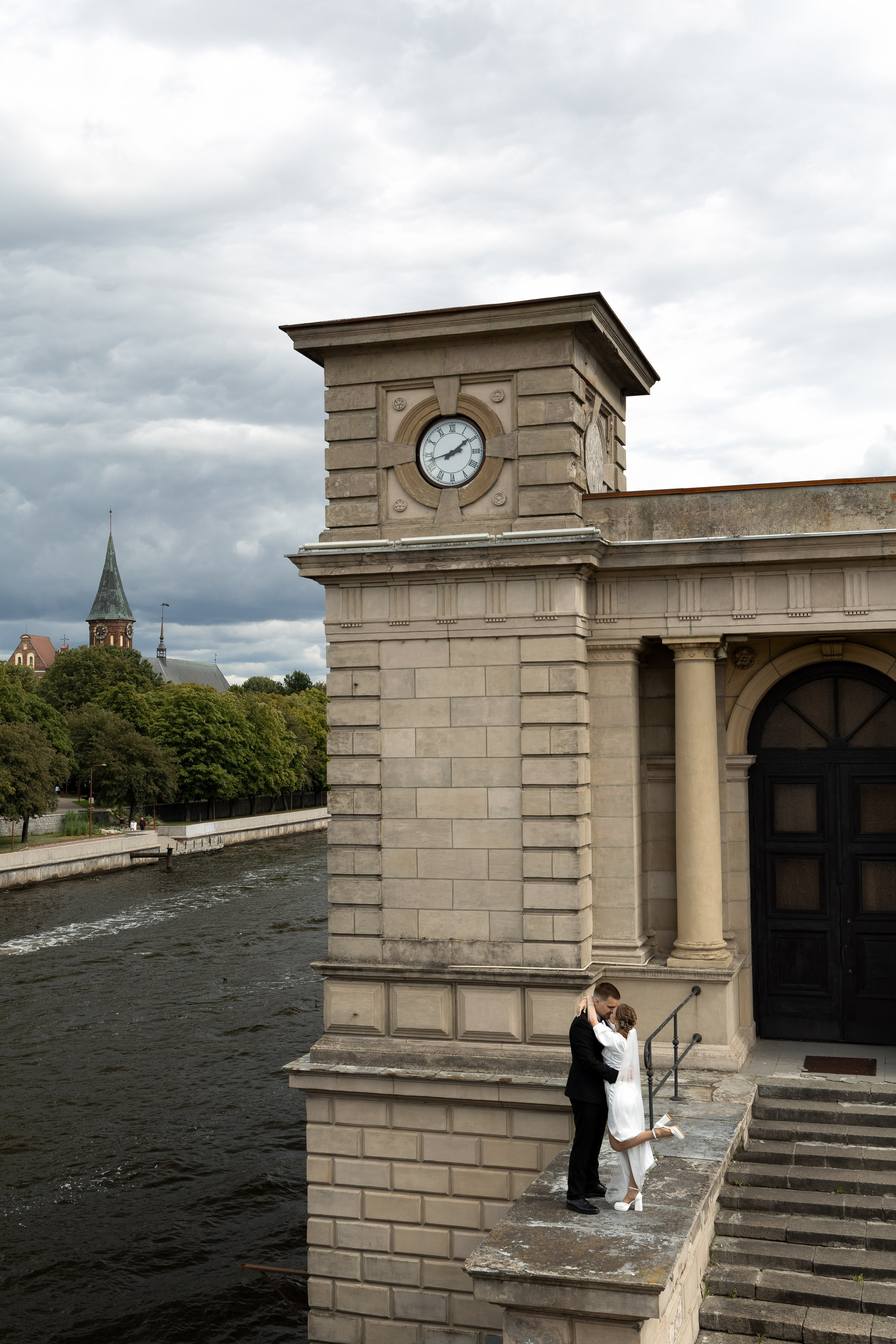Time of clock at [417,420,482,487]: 1:42
